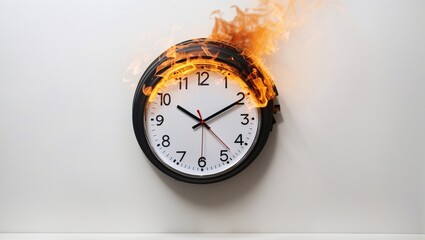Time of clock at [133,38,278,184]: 10:10
